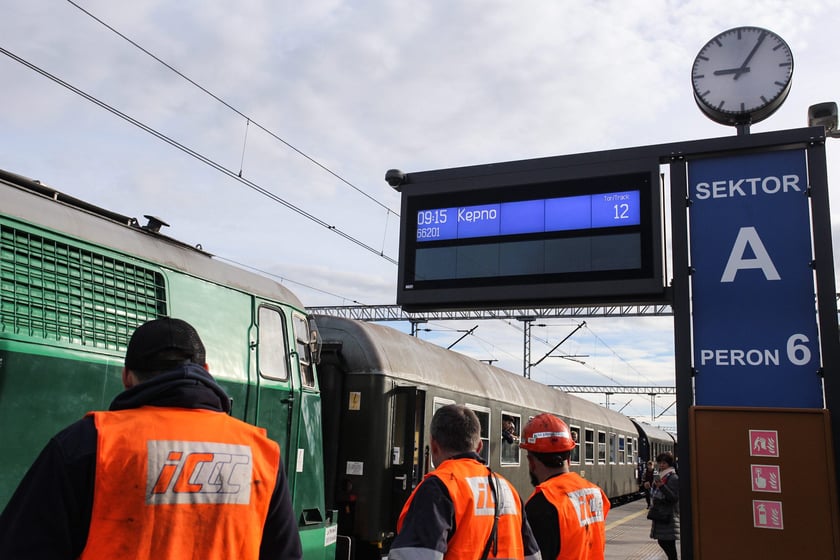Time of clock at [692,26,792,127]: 9:05
